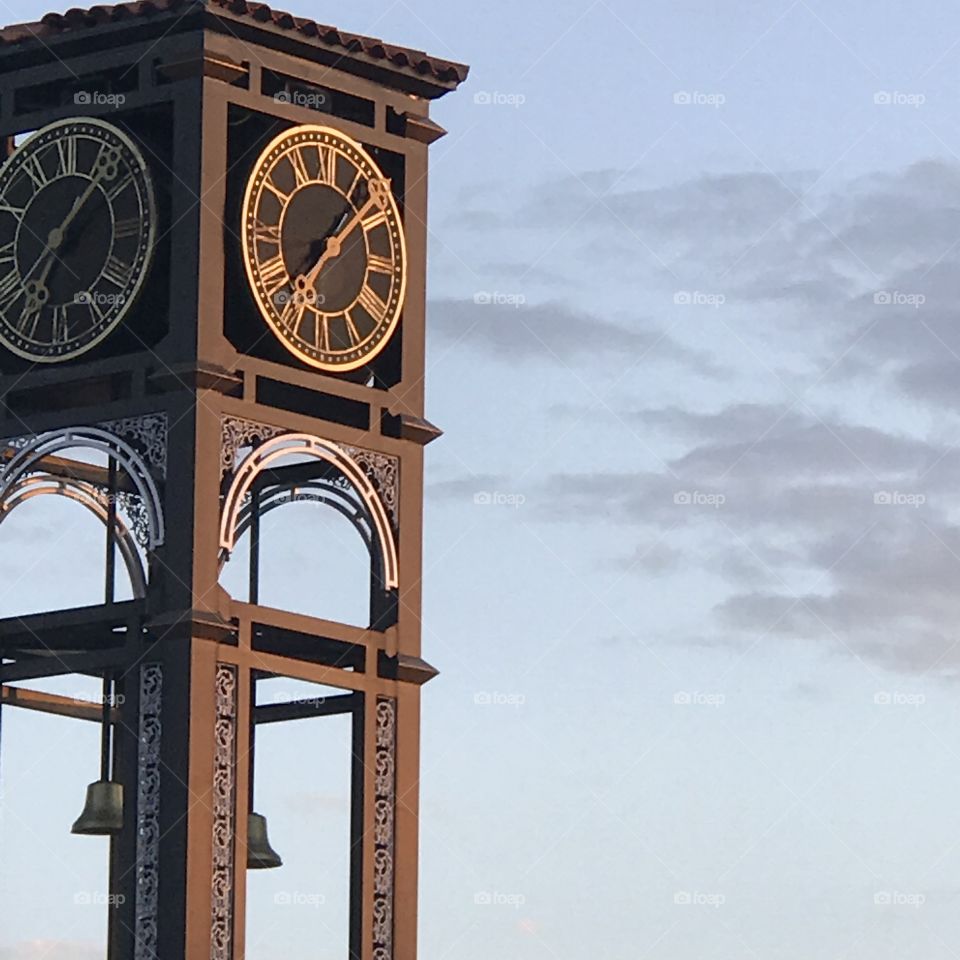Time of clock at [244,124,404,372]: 7:07
